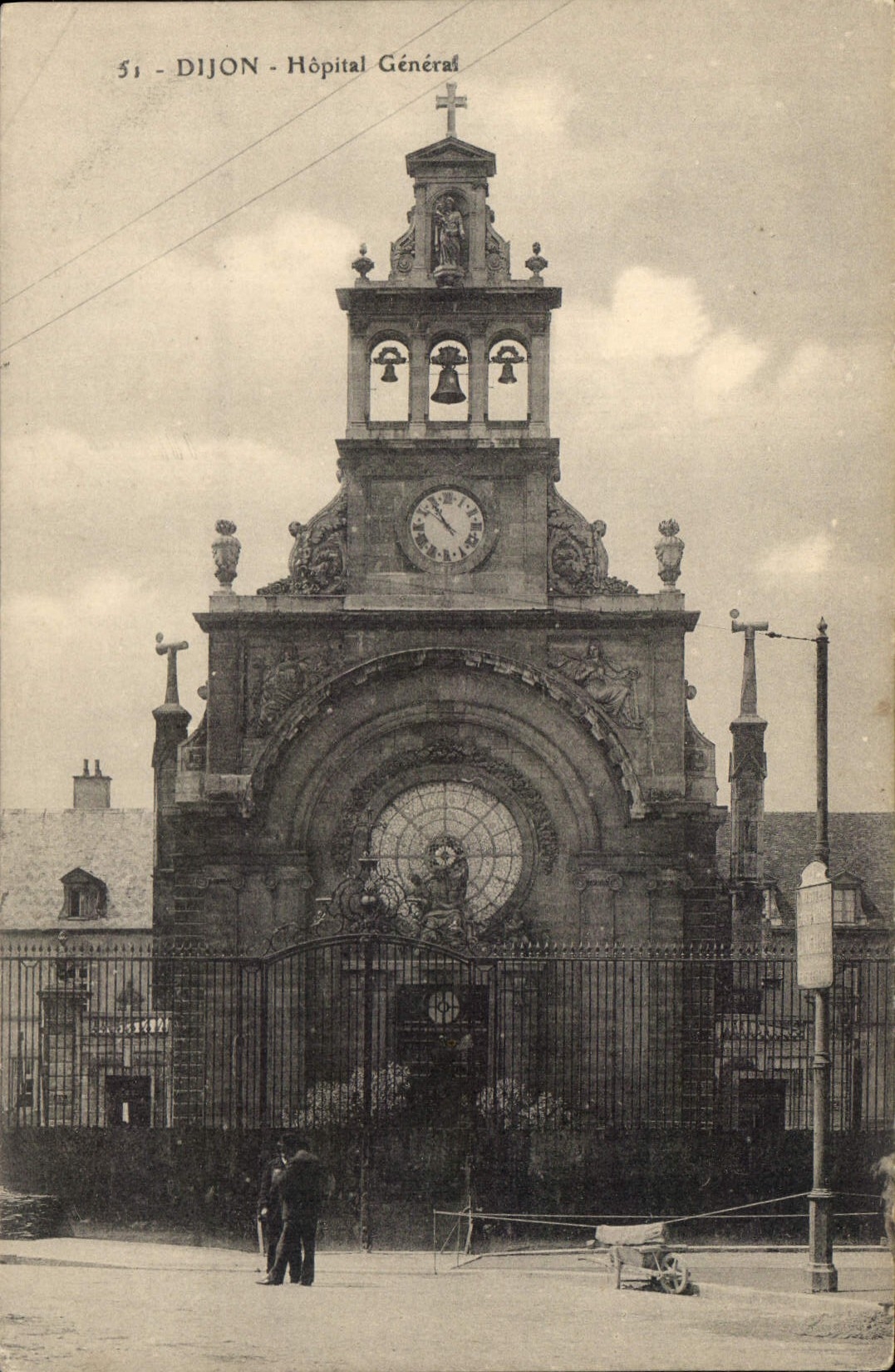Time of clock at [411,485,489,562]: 10:51
